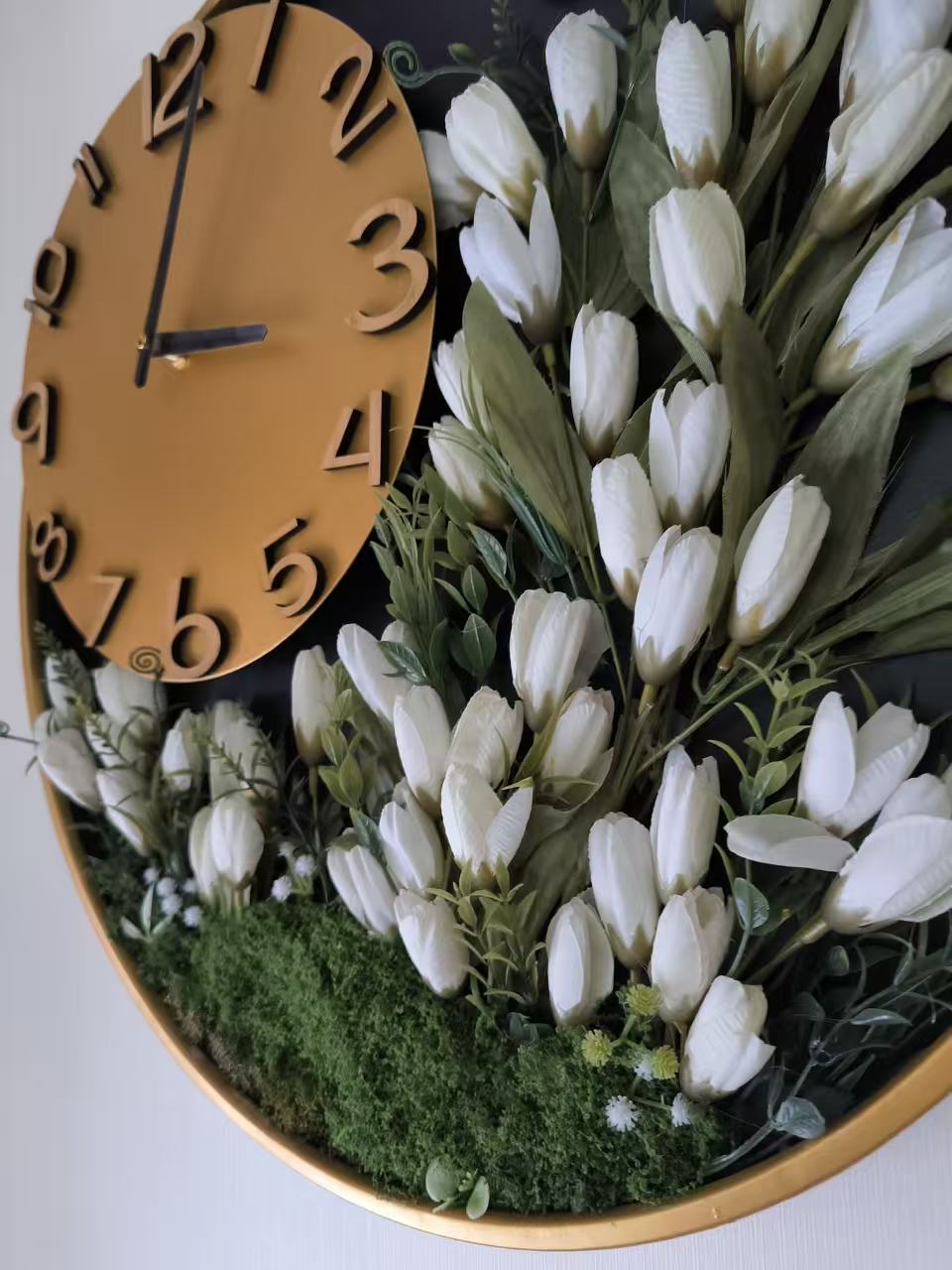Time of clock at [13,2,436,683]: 3:02
